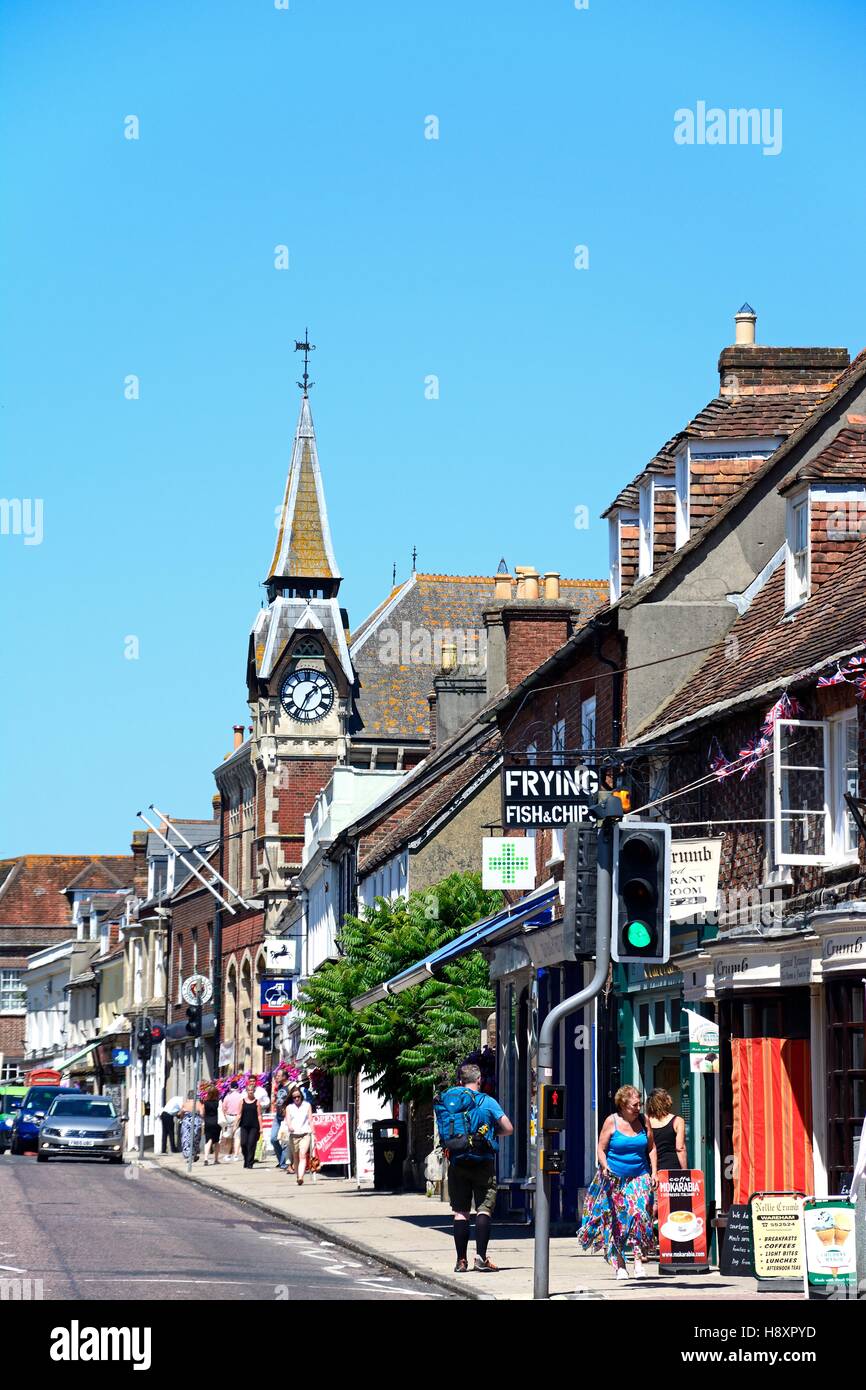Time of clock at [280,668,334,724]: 1:34
